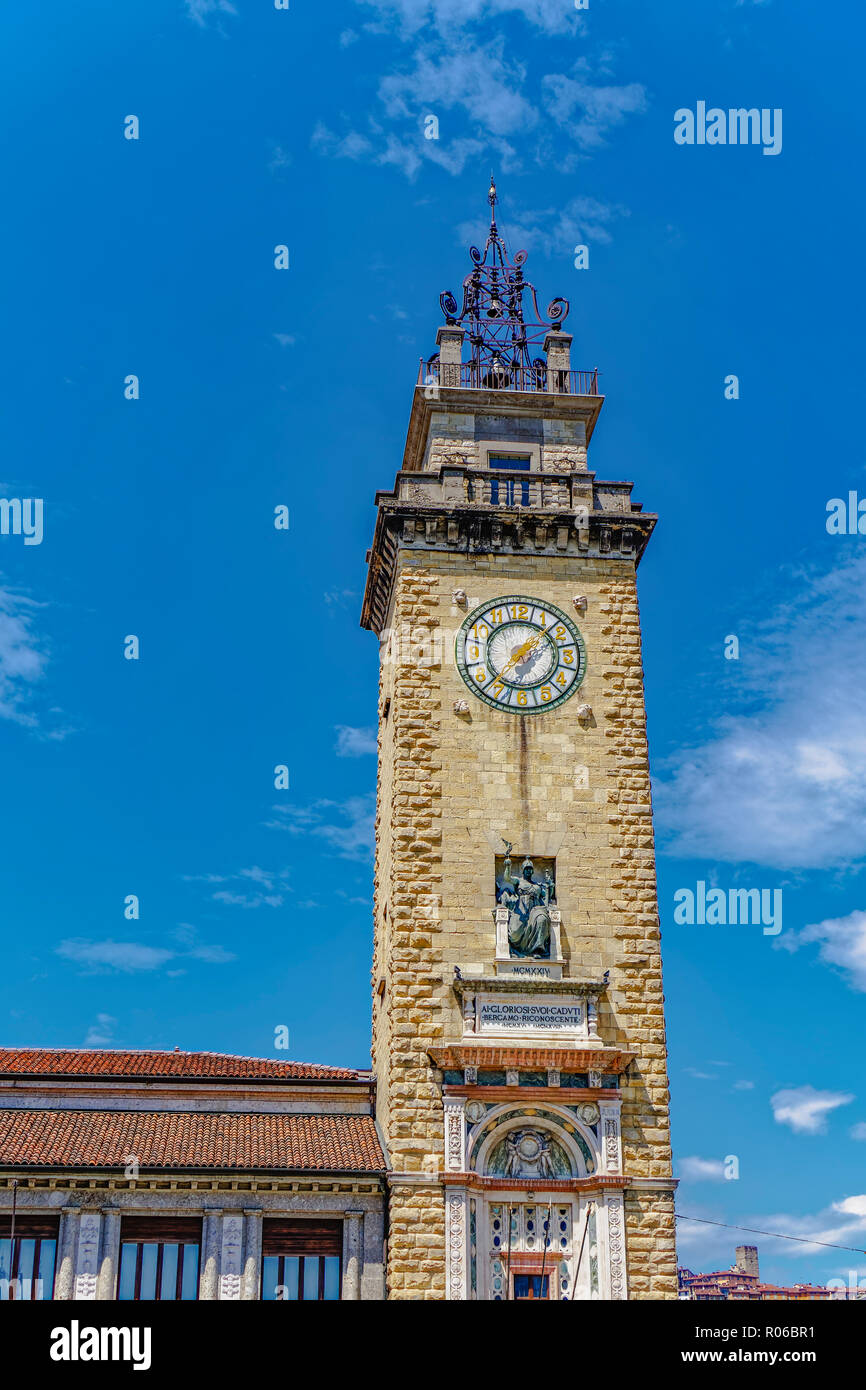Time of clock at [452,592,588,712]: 1:37
